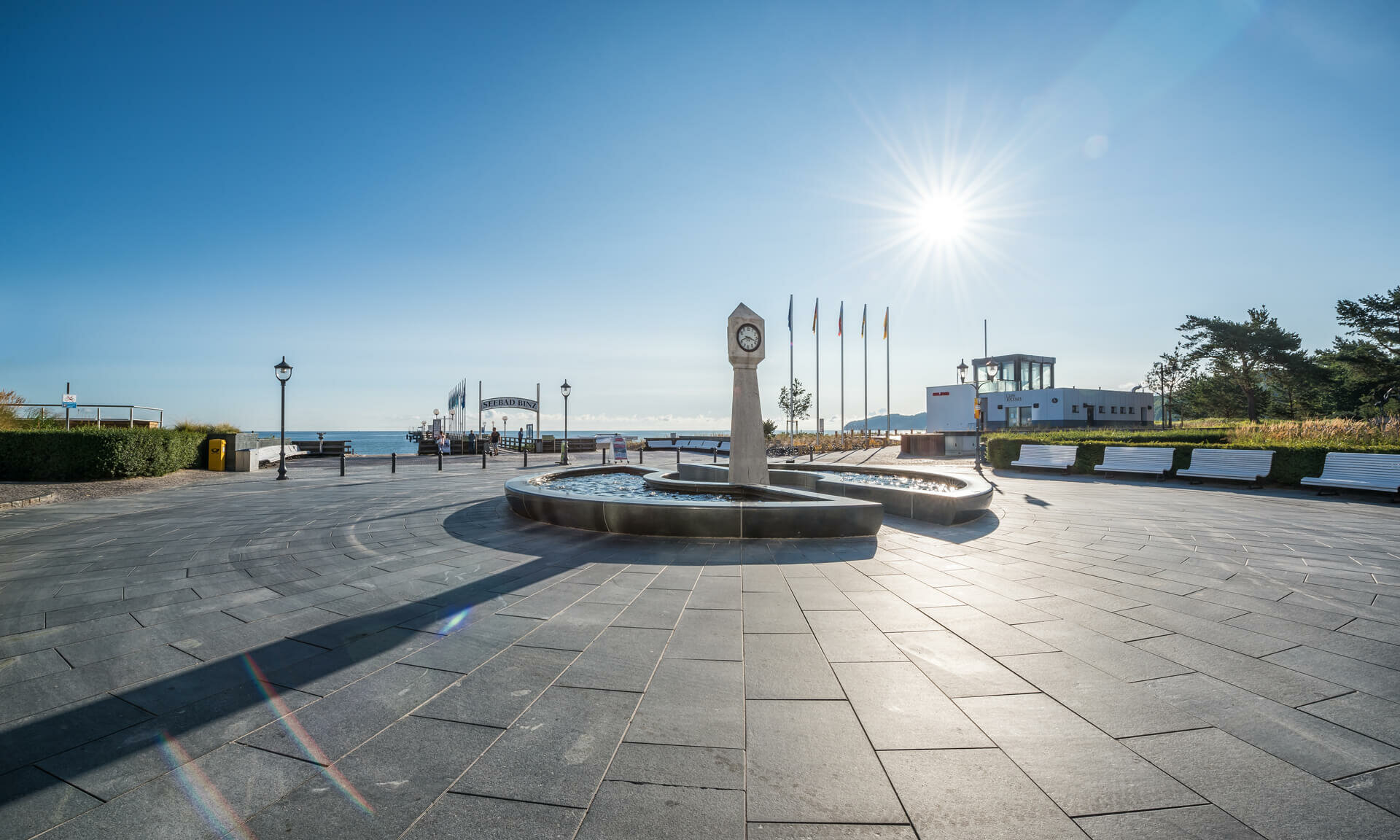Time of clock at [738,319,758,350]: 8:18
